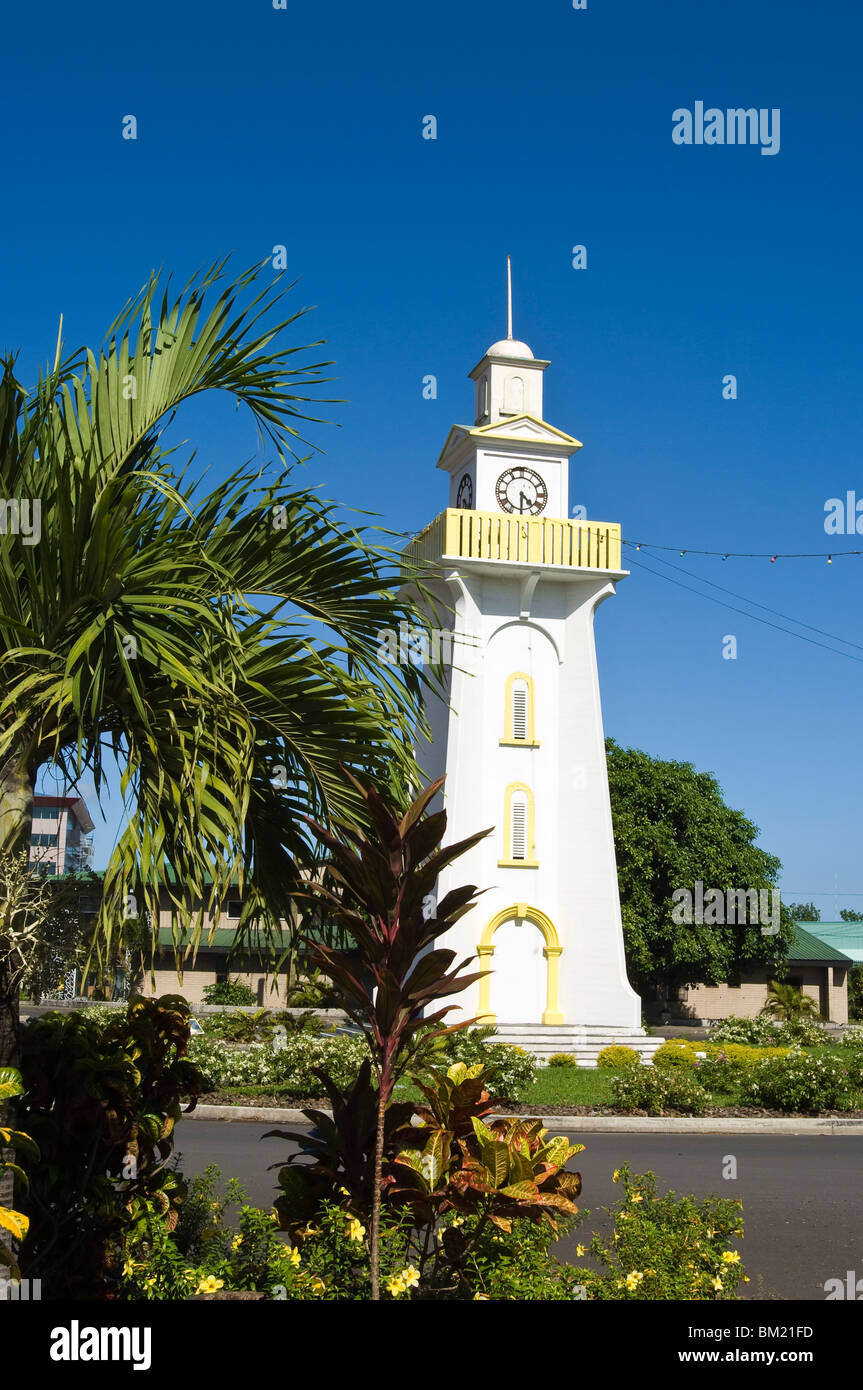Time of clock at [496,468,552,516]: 4:29
